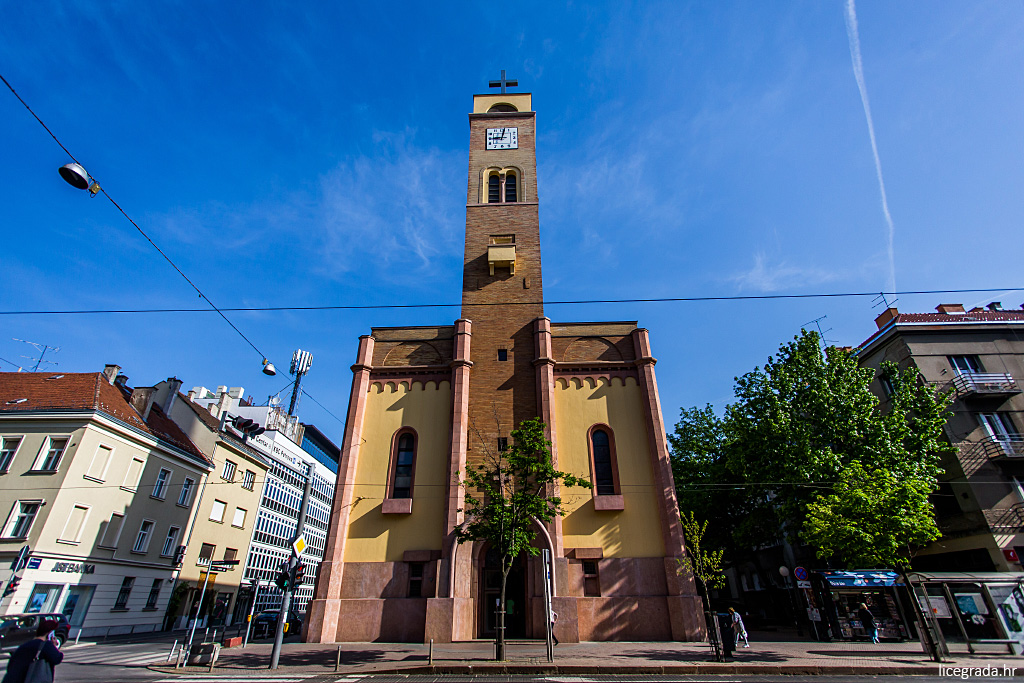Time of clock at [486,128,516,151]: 9:01
